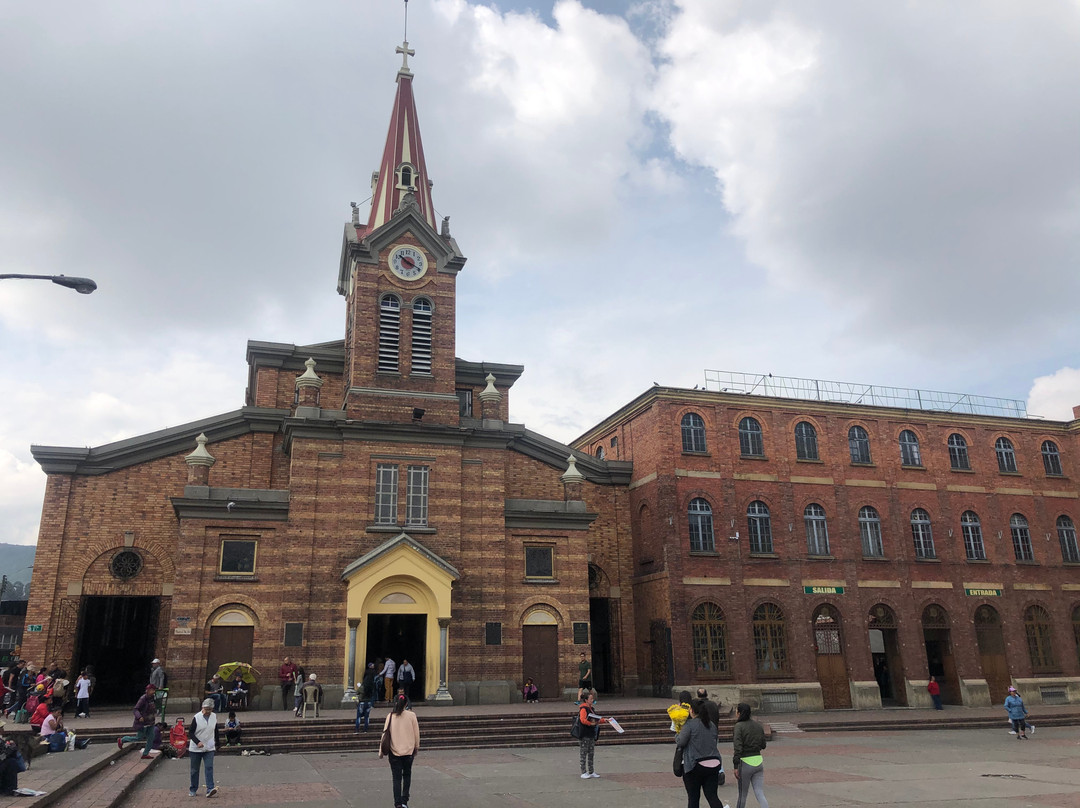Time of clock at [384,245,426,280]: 10:19
